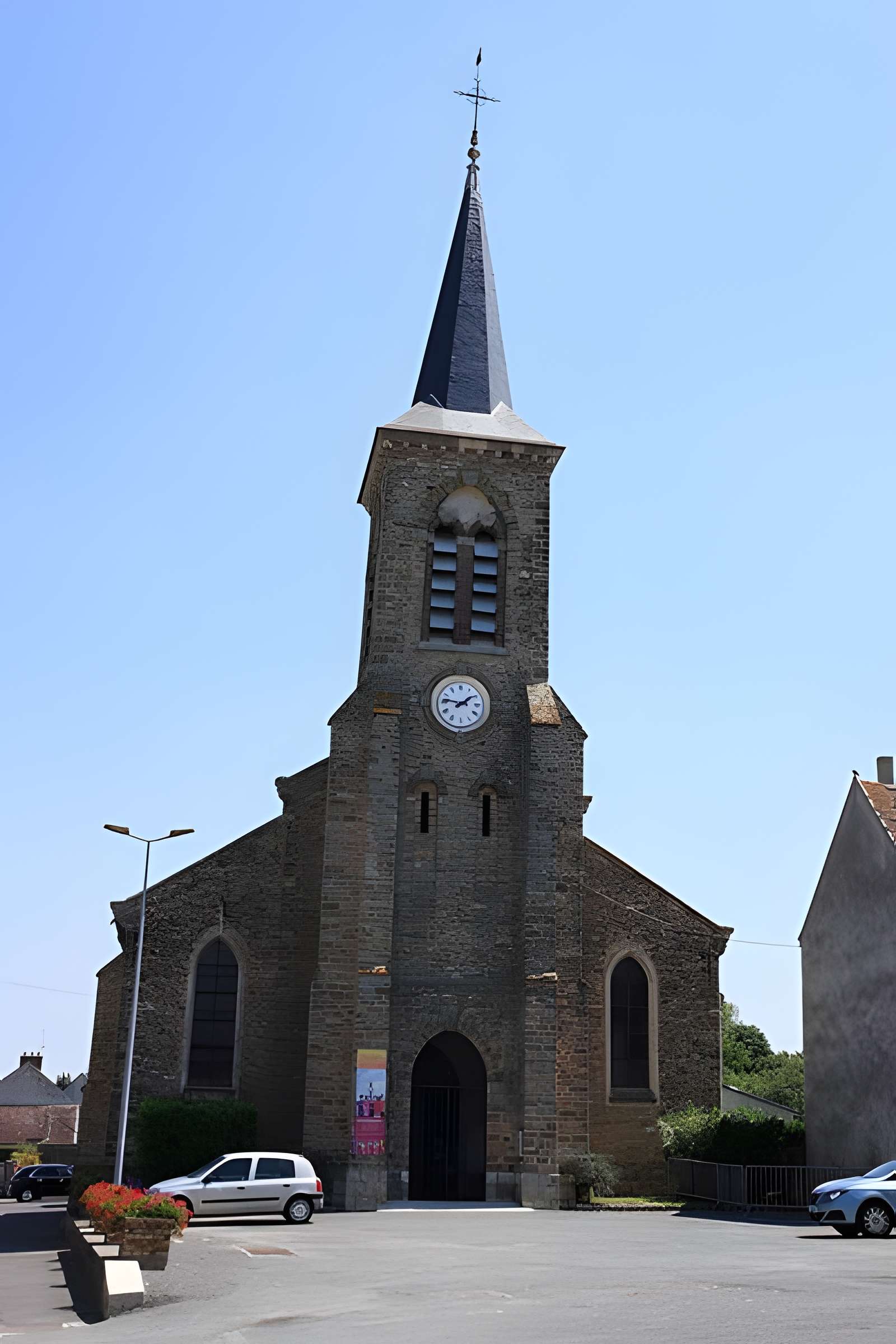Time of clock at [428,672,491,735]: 1:46
